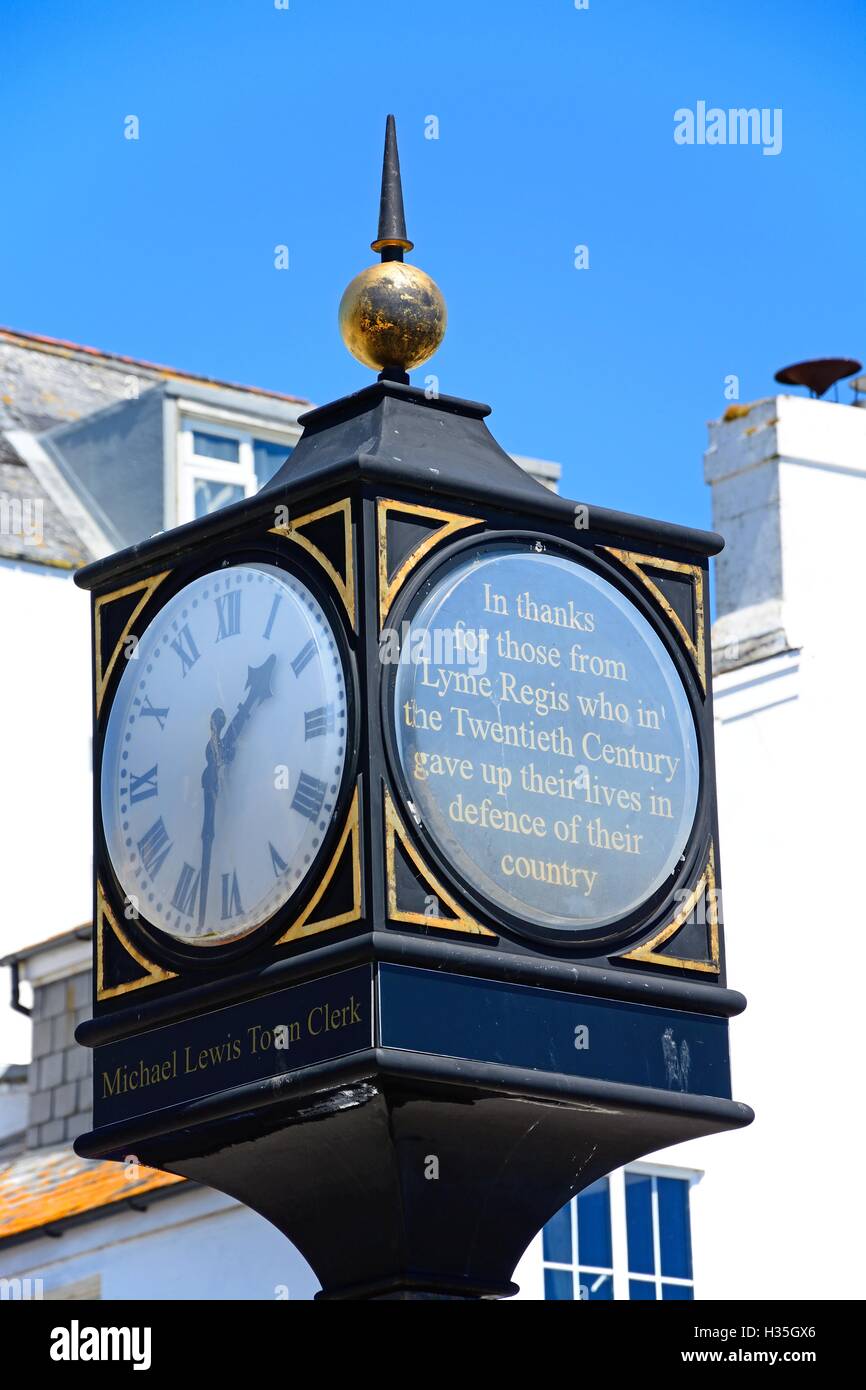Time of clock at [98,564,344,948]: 1:32
